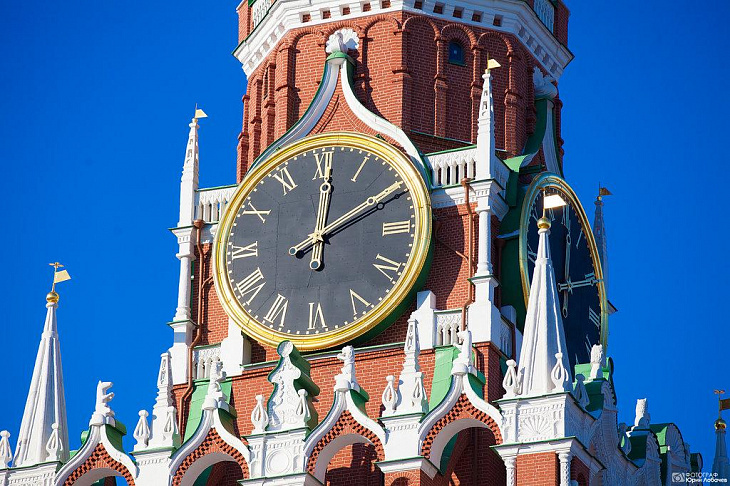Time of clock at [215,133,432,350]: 12:10
